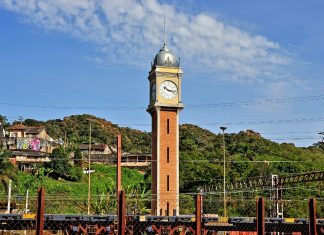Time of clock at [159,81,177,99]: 10:17
